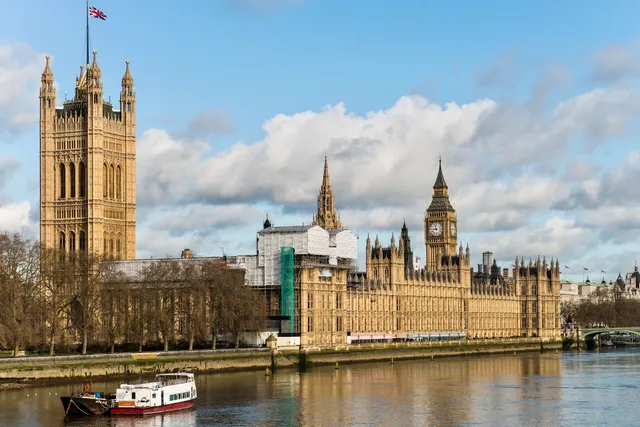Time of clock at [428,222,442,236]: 8:57
